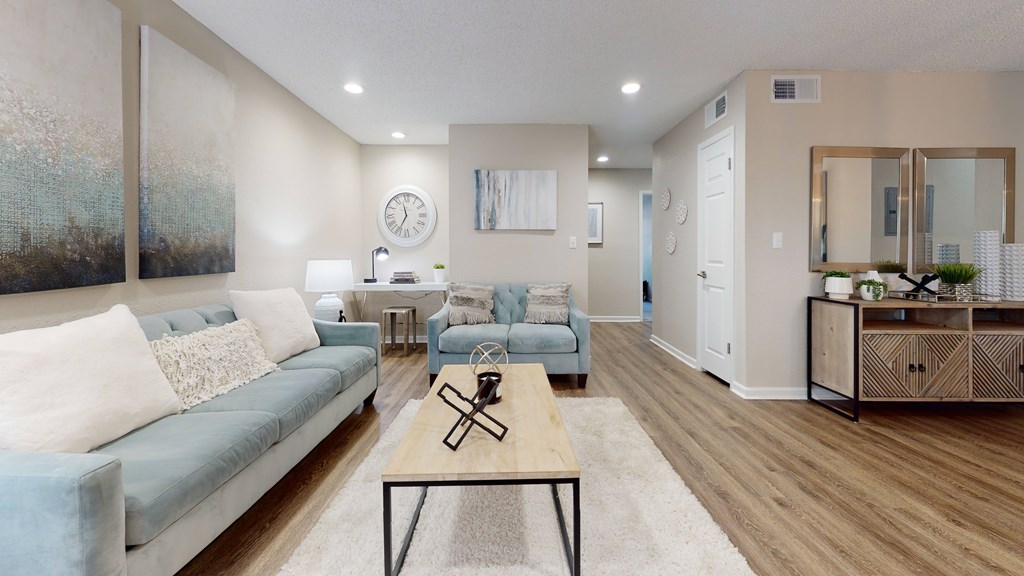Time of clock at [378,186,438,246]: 11:34
